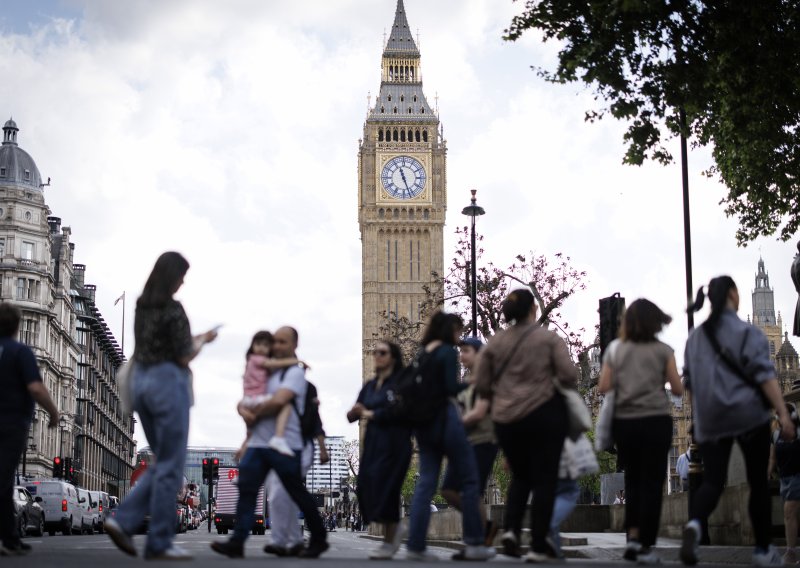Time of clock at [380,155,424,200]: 11:26
